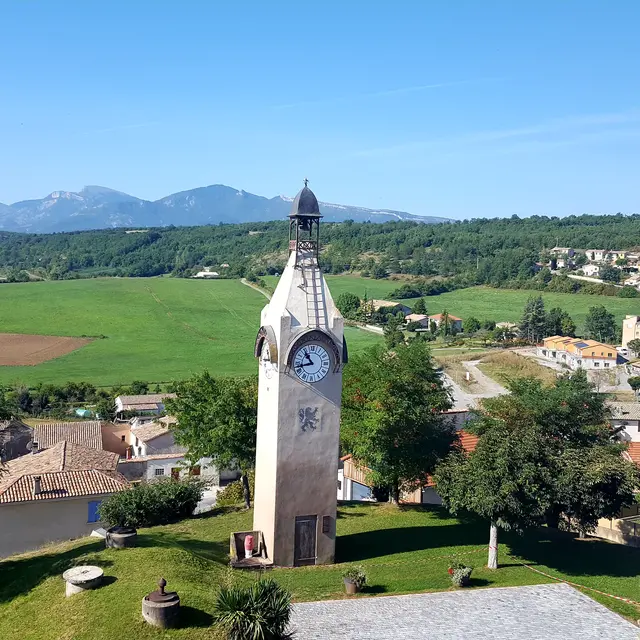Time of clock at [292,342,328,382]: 10:42
